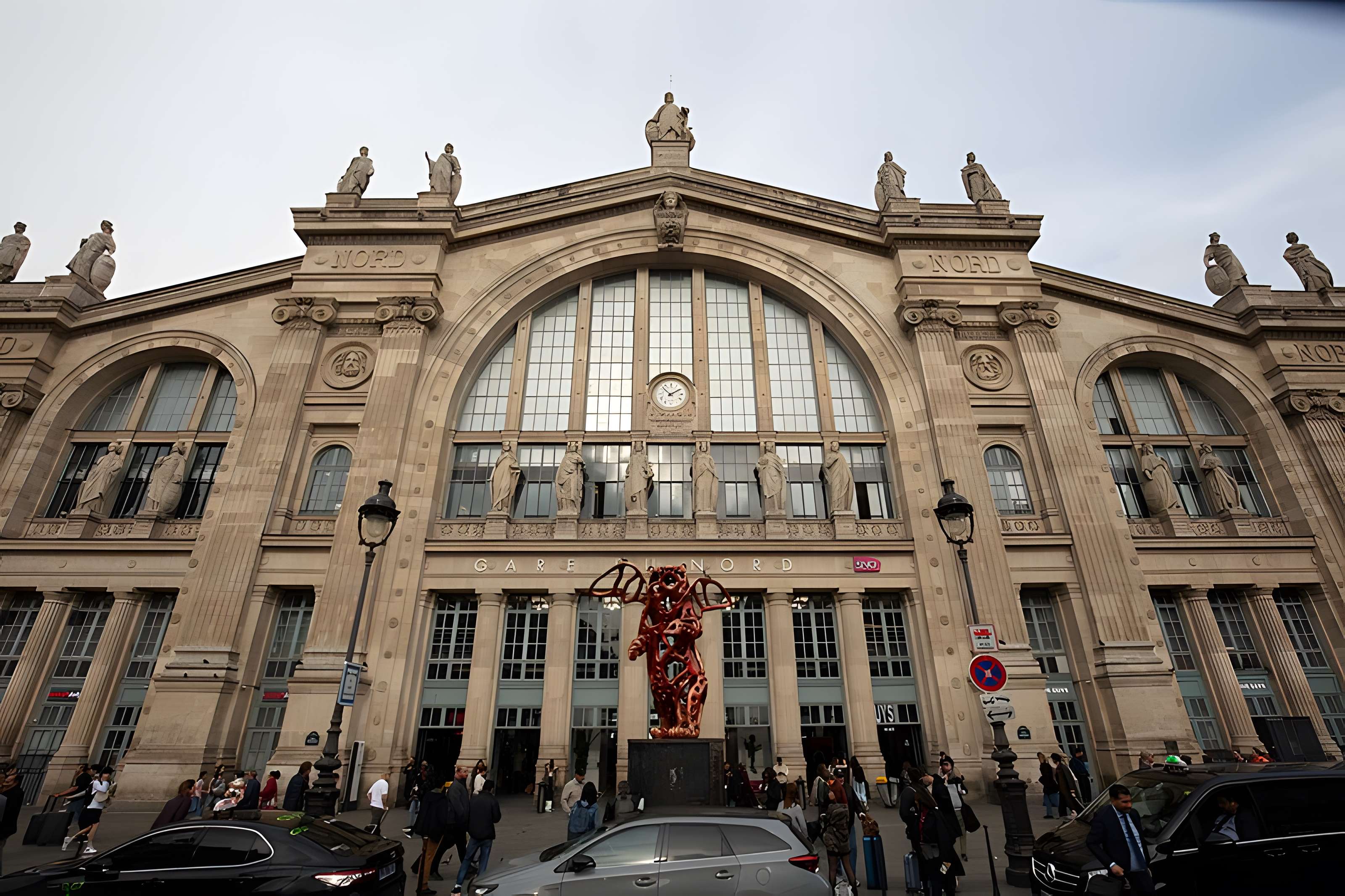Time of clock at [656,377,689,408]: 1:52
